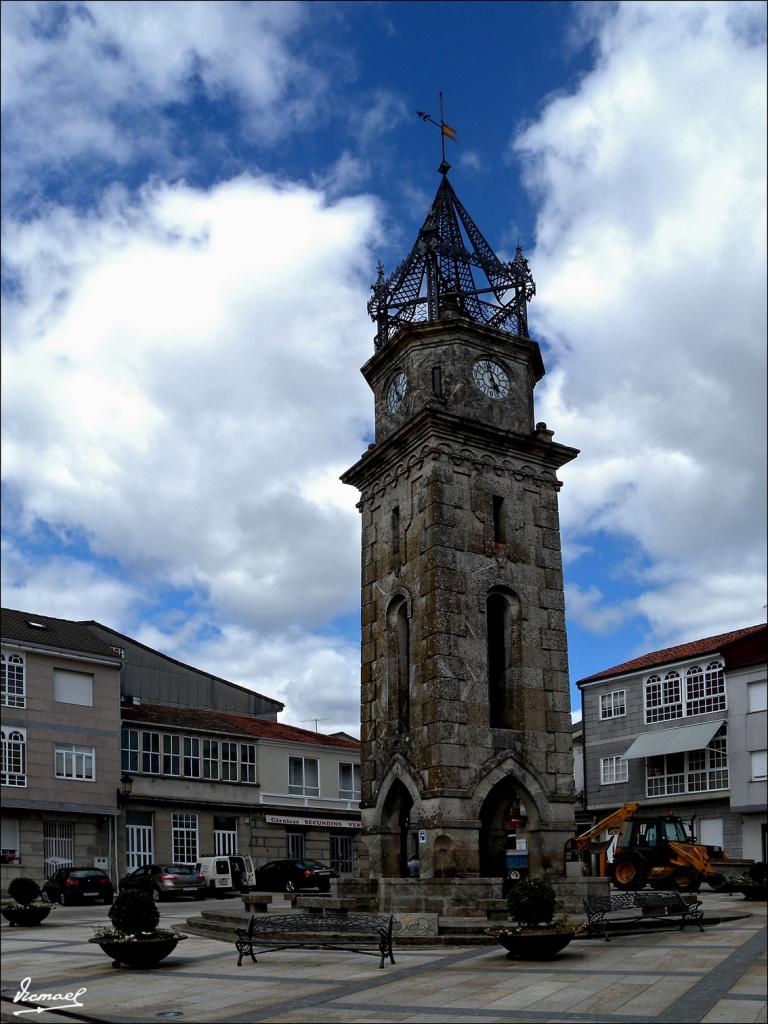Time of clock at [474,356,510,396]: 4:59
